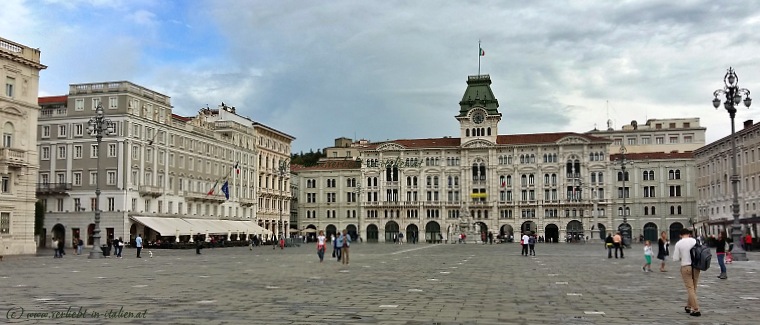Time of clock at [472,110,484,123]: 12:23
